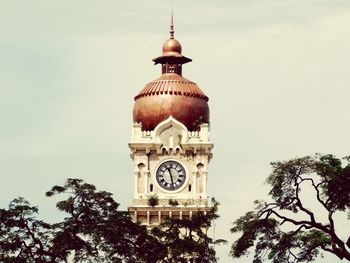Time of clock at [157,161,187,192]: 11:28
